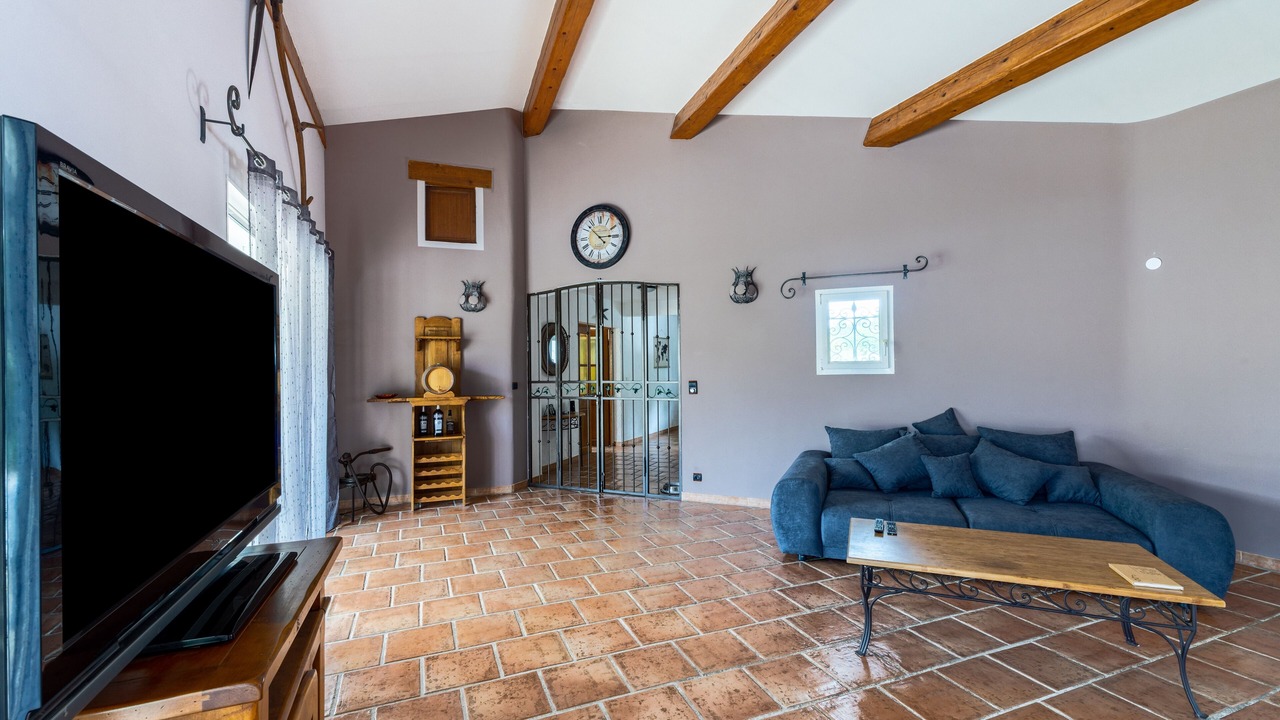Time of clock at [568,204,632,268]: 2:52
